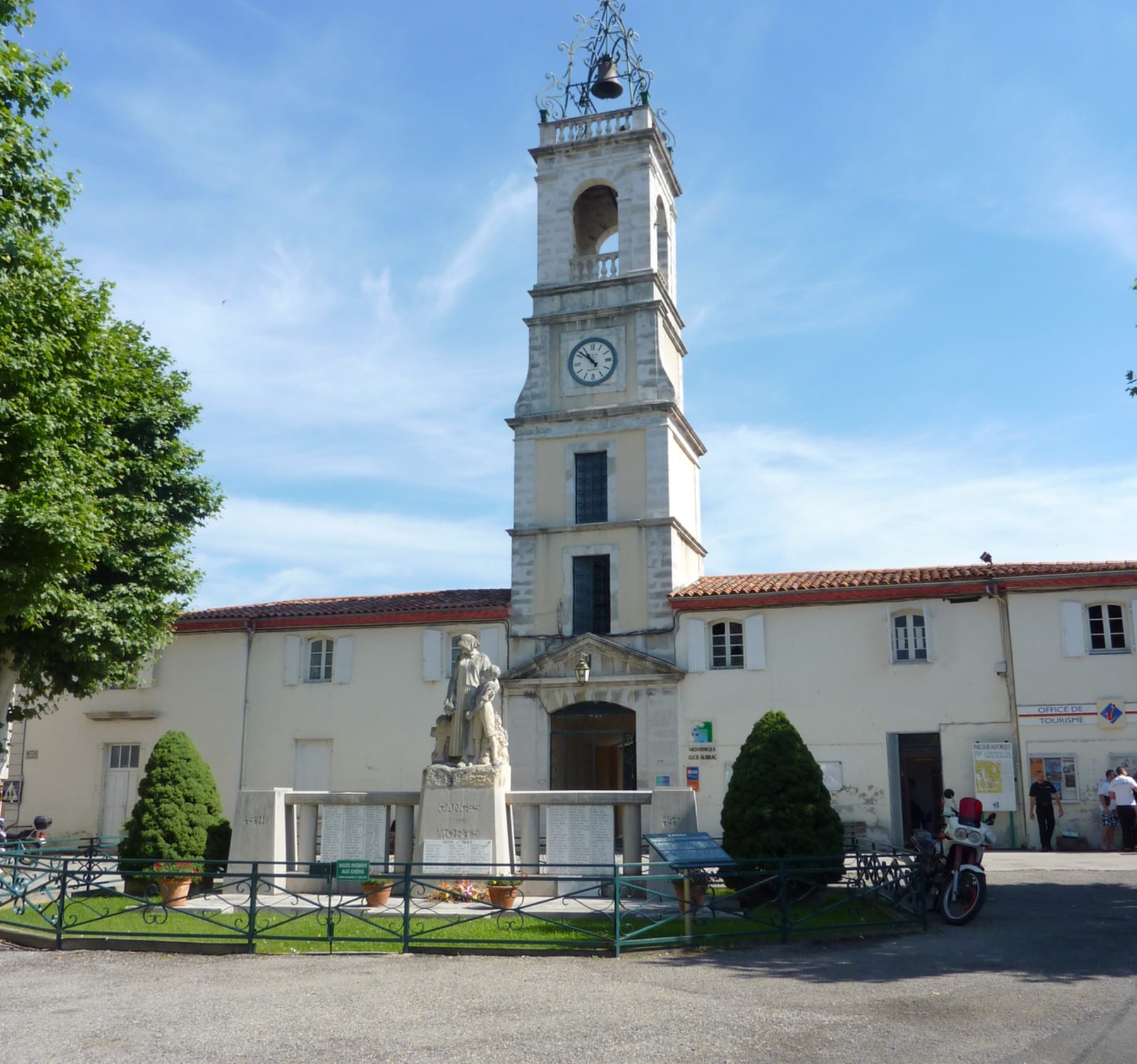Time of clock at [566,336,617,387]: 10:51
